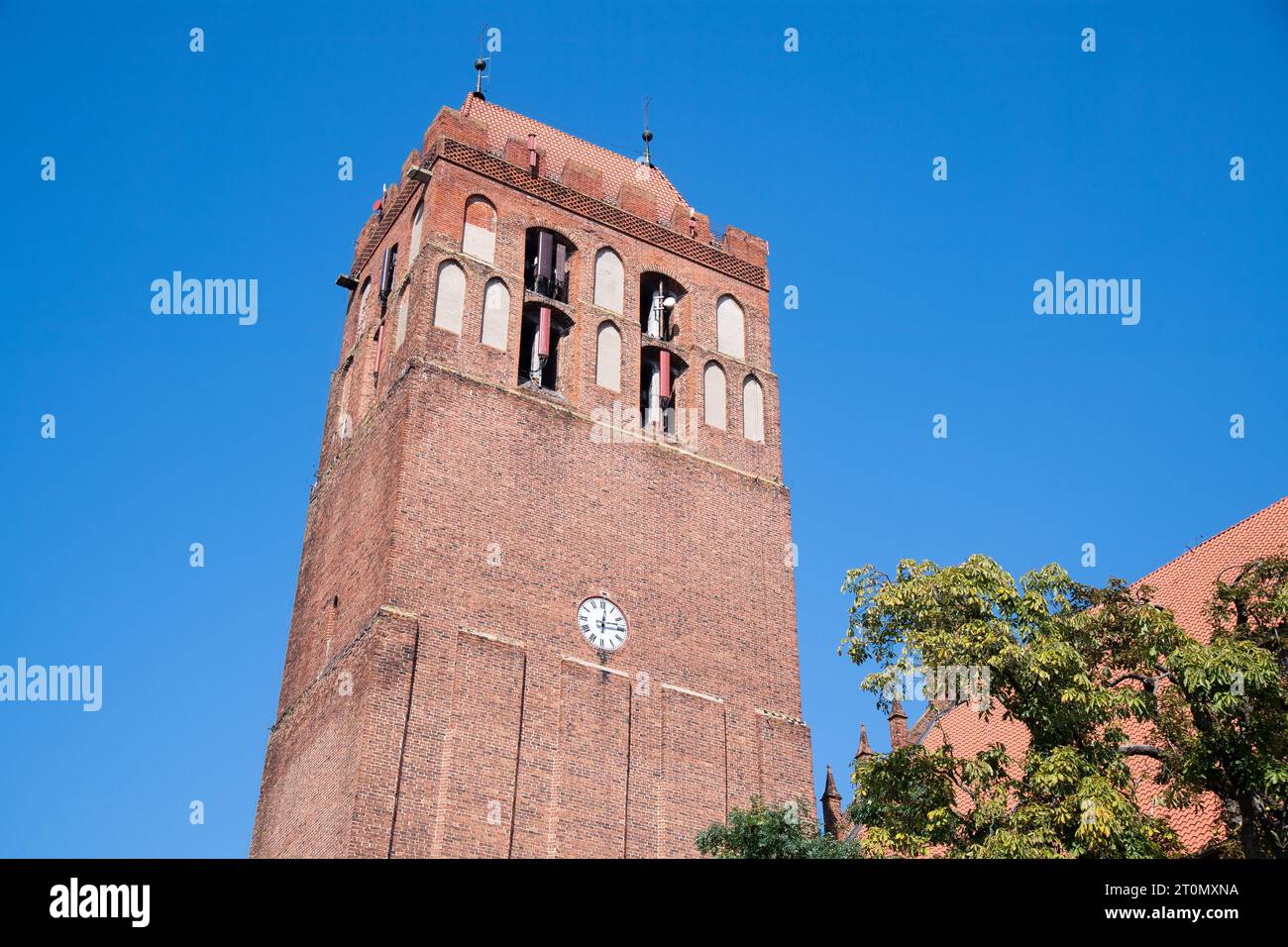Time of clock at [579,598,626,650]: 12:14
